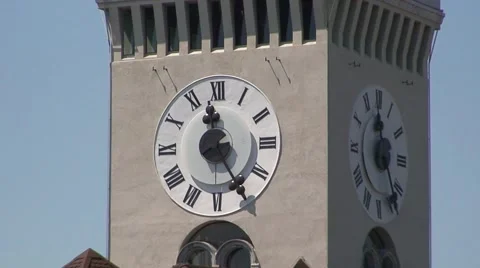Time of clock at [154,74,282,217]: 11:24
